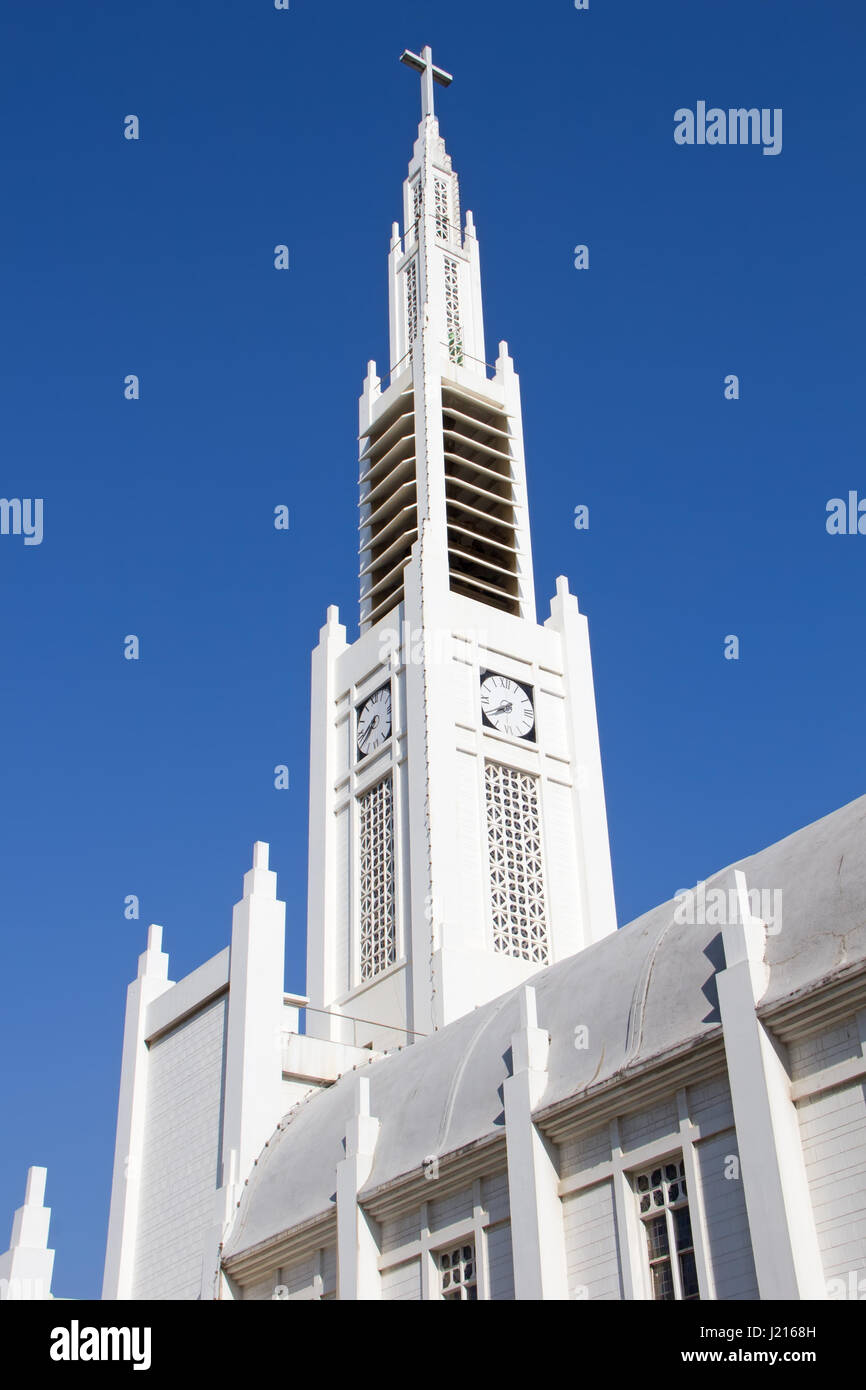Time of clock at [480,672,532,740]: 7:40
